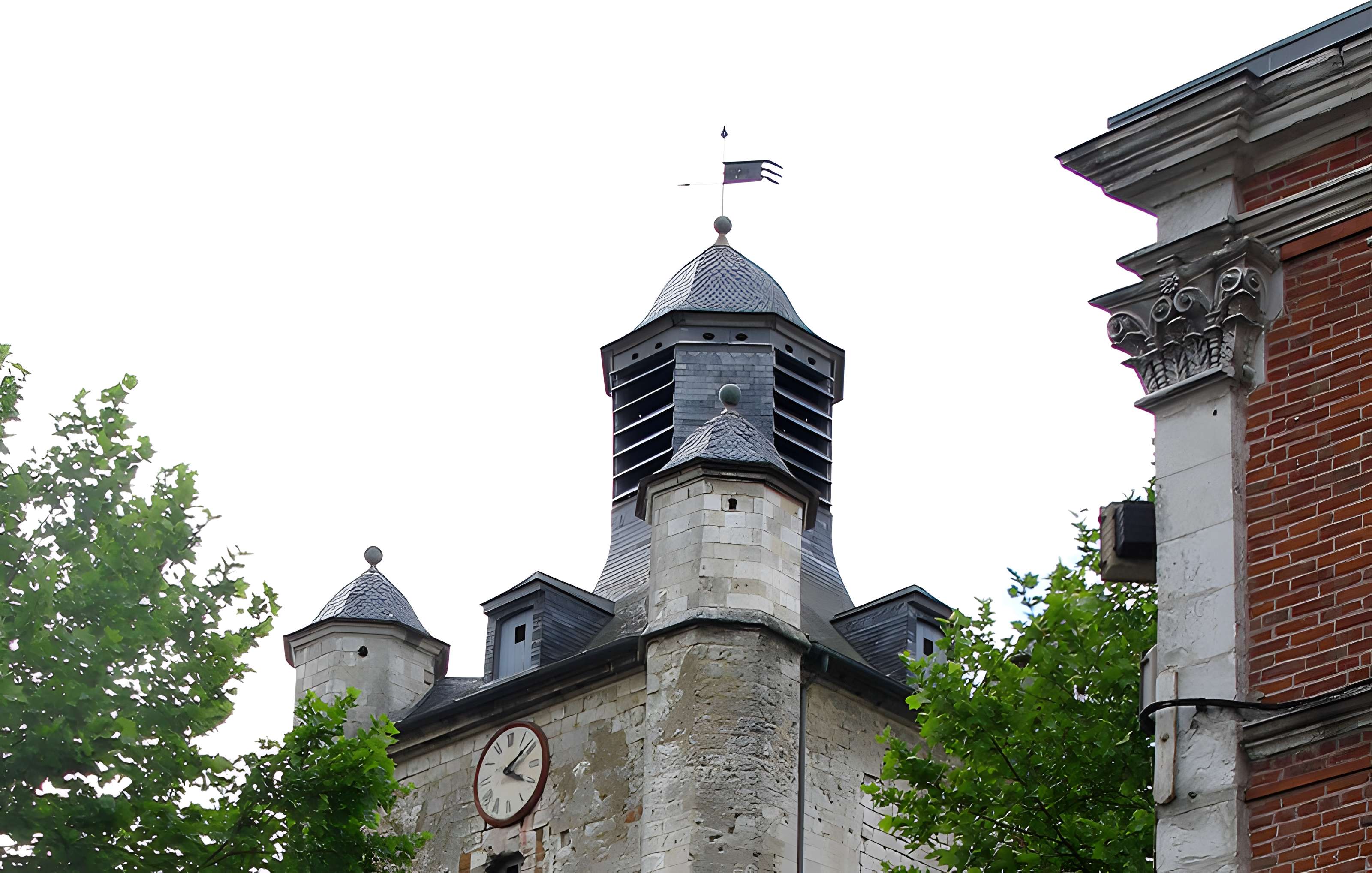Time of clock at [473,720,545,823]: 4:09
